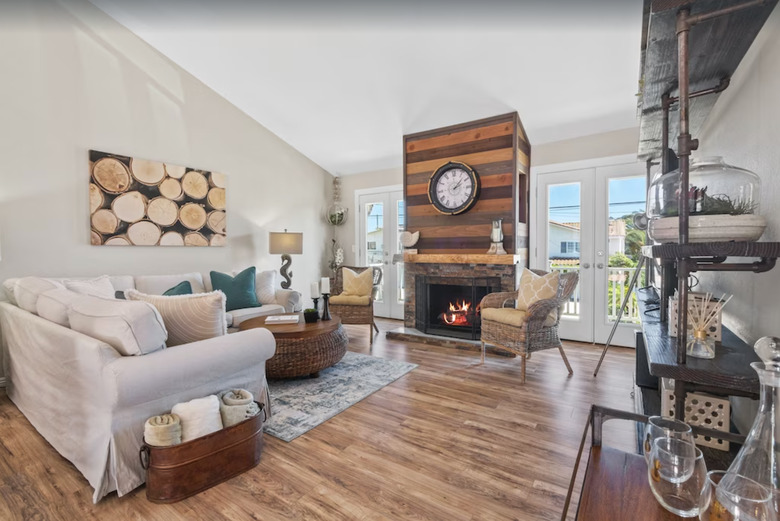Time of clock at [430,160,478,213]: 2:07
